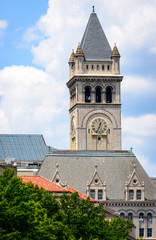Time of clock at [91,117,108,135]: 12:33
